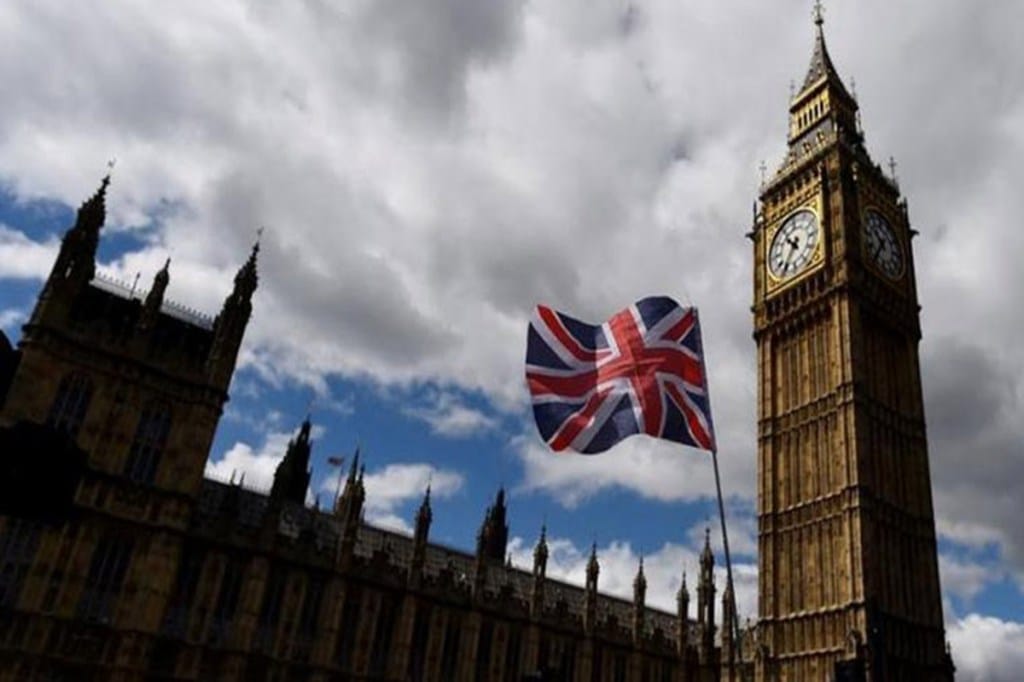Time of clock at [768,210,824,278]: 10:36
